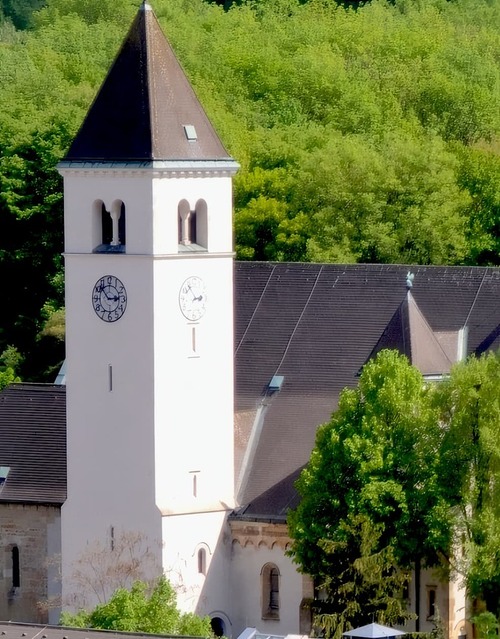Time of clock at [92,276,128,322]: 2:52
